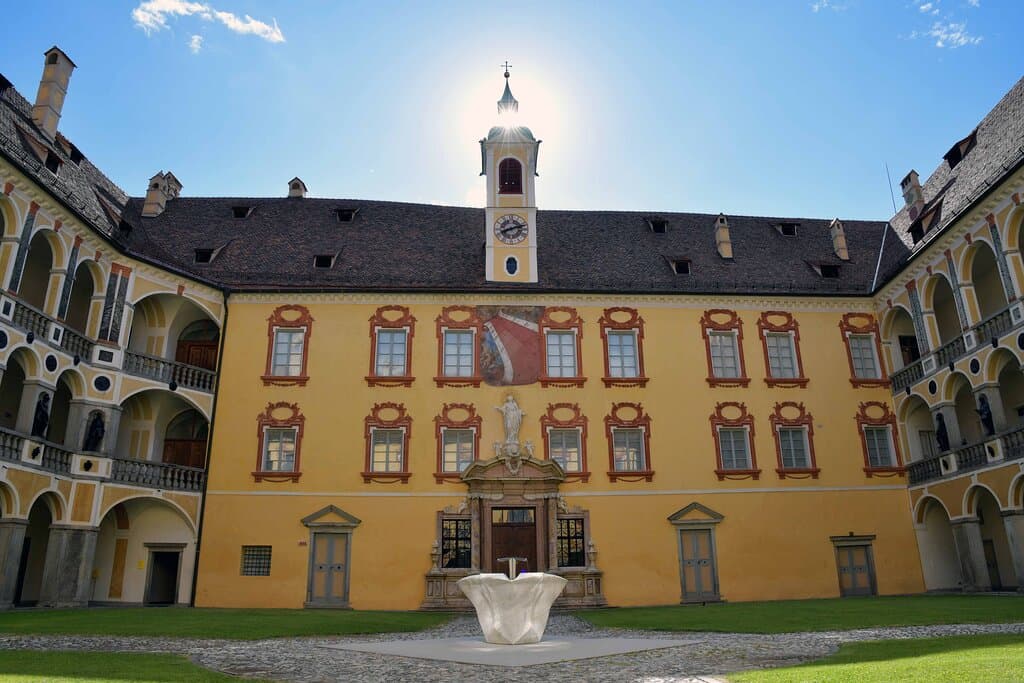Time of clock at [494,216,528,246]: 8:12
